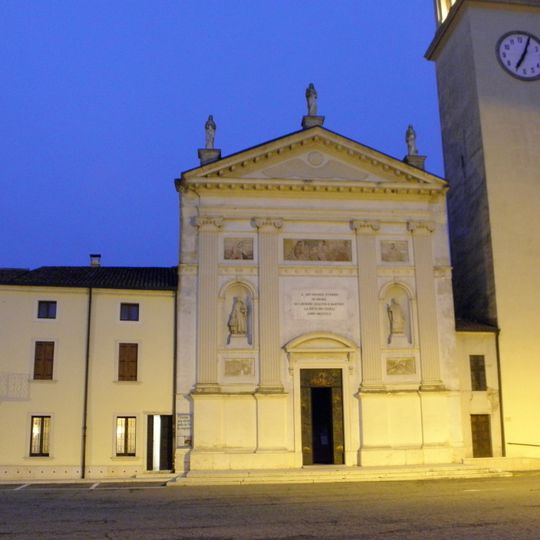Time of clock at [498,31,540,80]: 7:04
